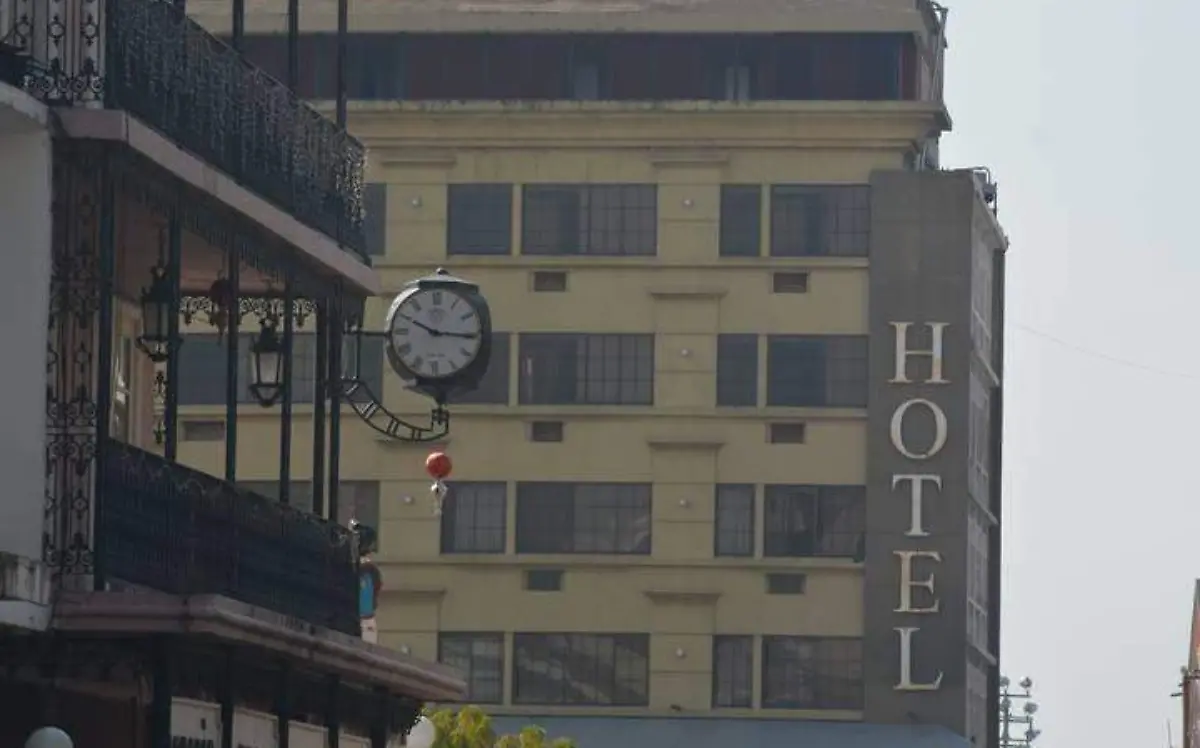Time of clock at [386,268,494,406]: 10:15
